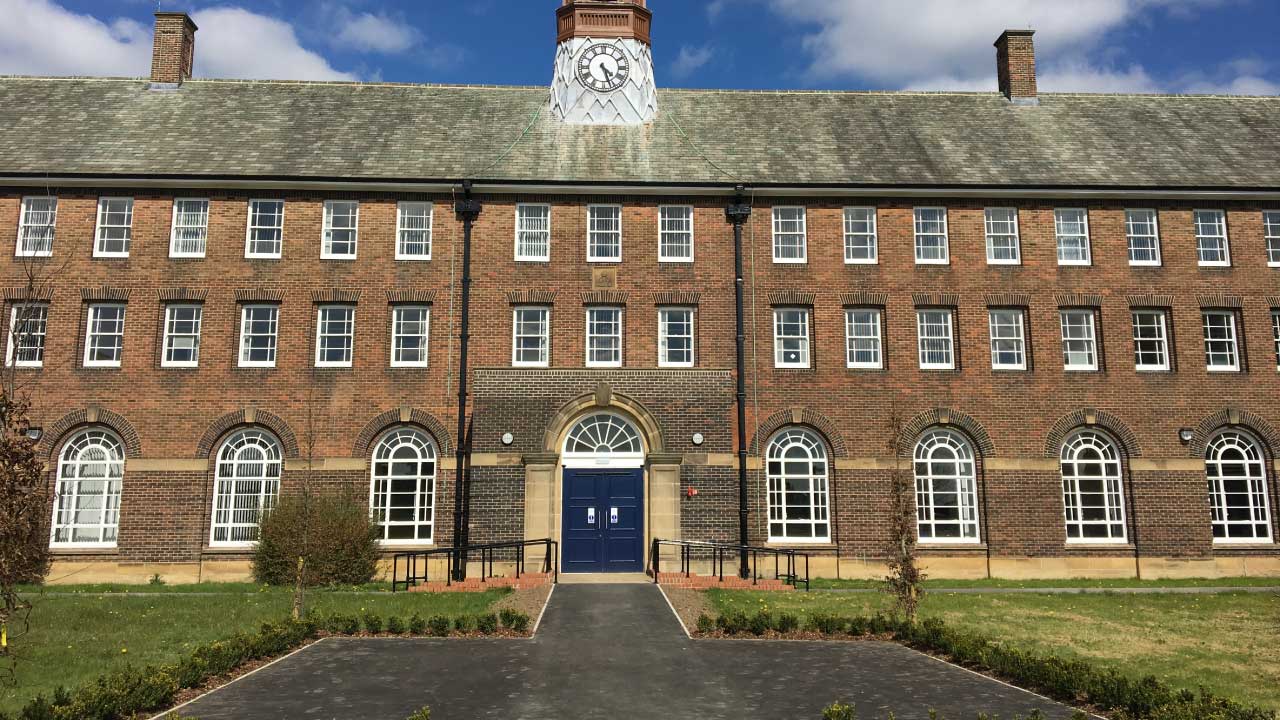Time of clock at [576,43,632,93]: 4:26
